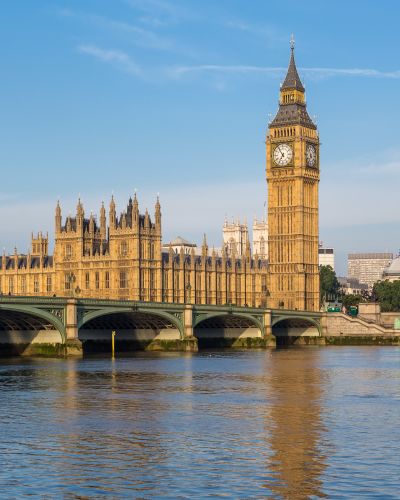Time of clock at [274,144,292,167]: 6:54
